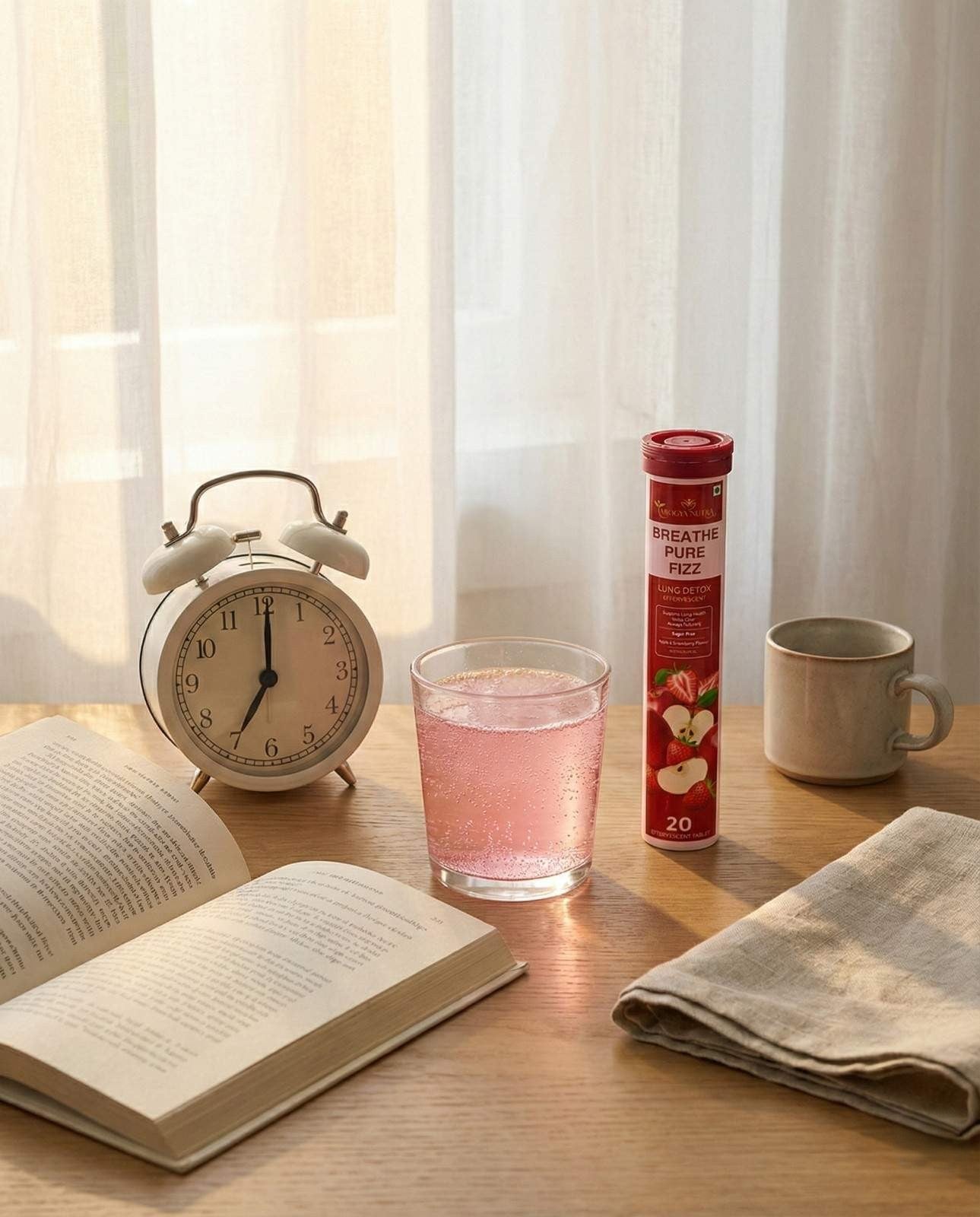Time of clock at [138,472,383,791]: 7:00
